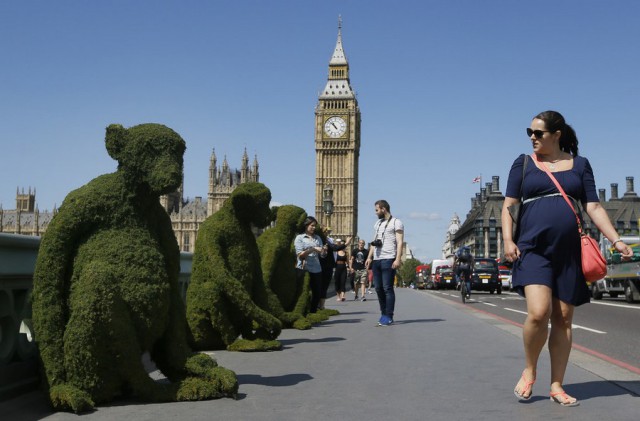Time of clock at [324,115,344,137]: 10:52
